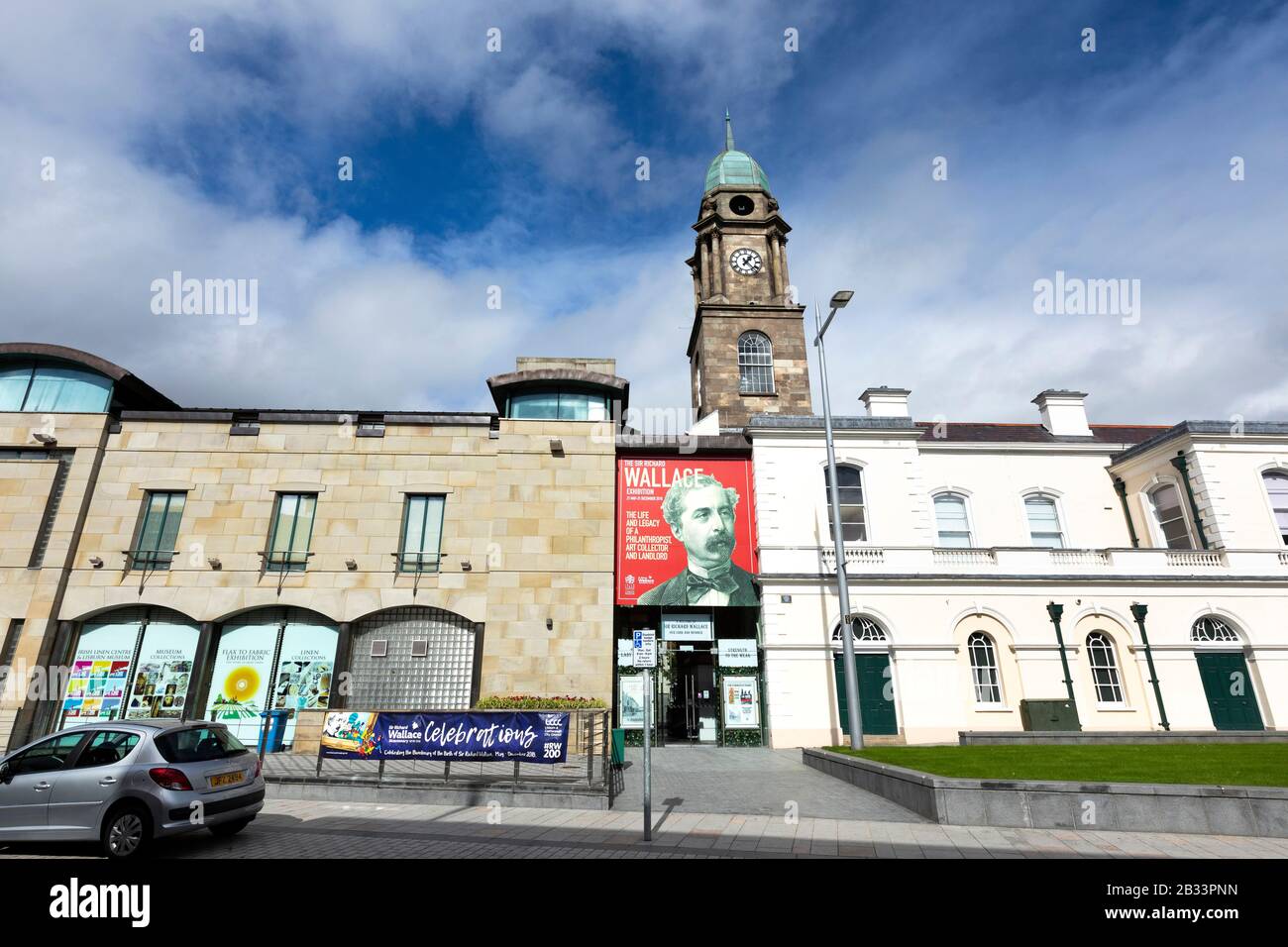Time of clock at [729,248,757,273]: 1:22
